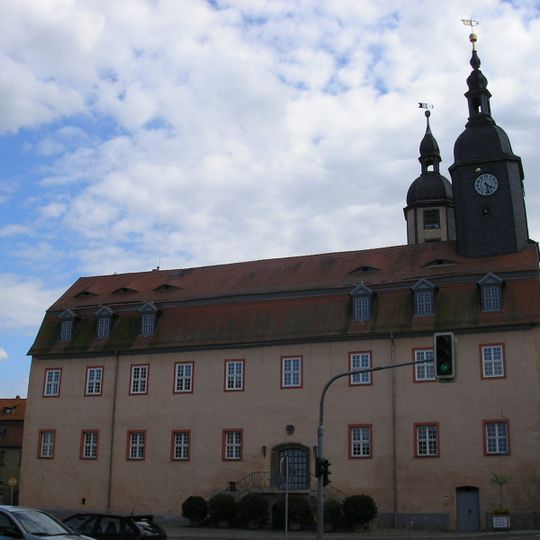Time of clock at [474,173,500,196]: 4:27
